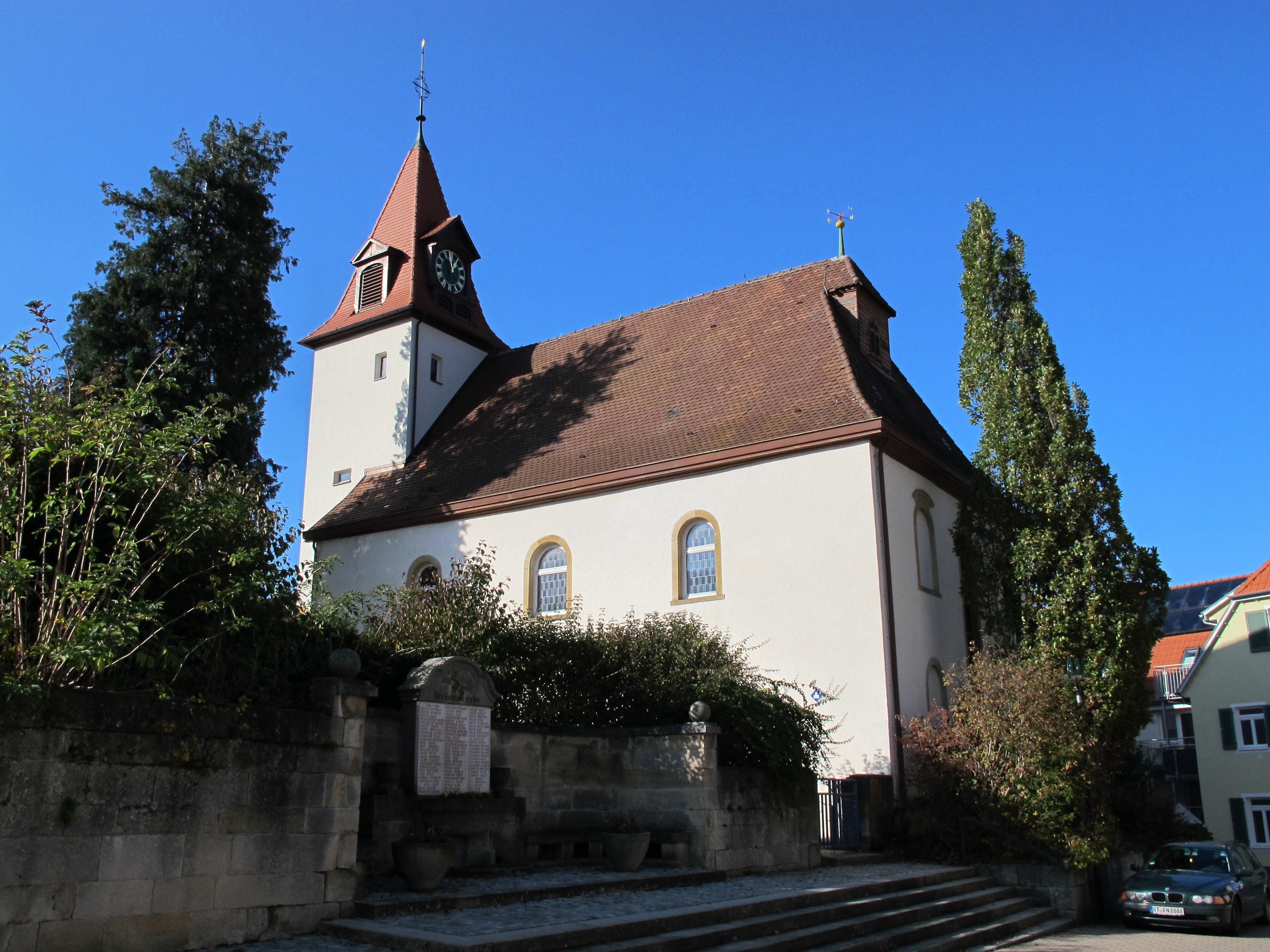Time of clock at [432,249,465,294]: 12:58
